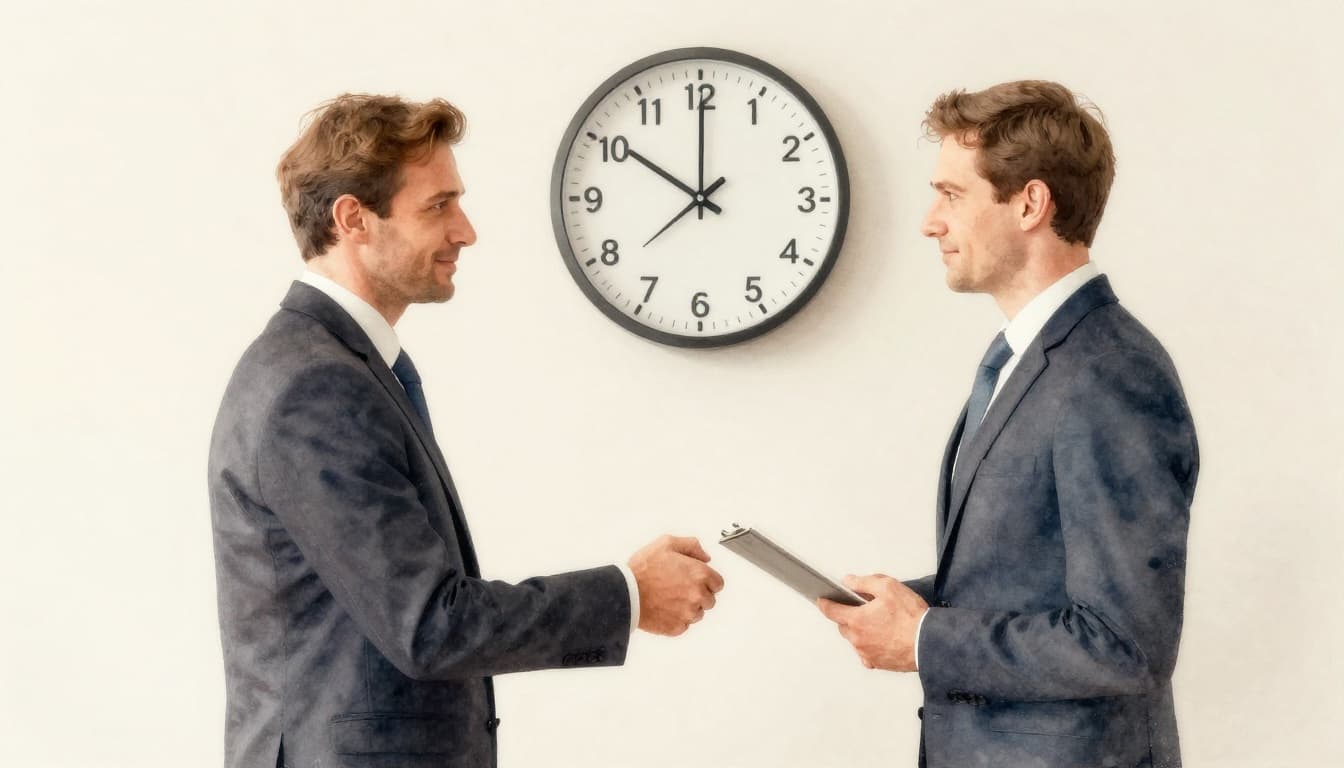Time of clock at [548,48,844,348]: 10:00
